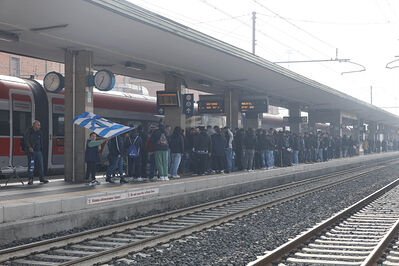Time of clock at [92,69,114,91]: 12:35
